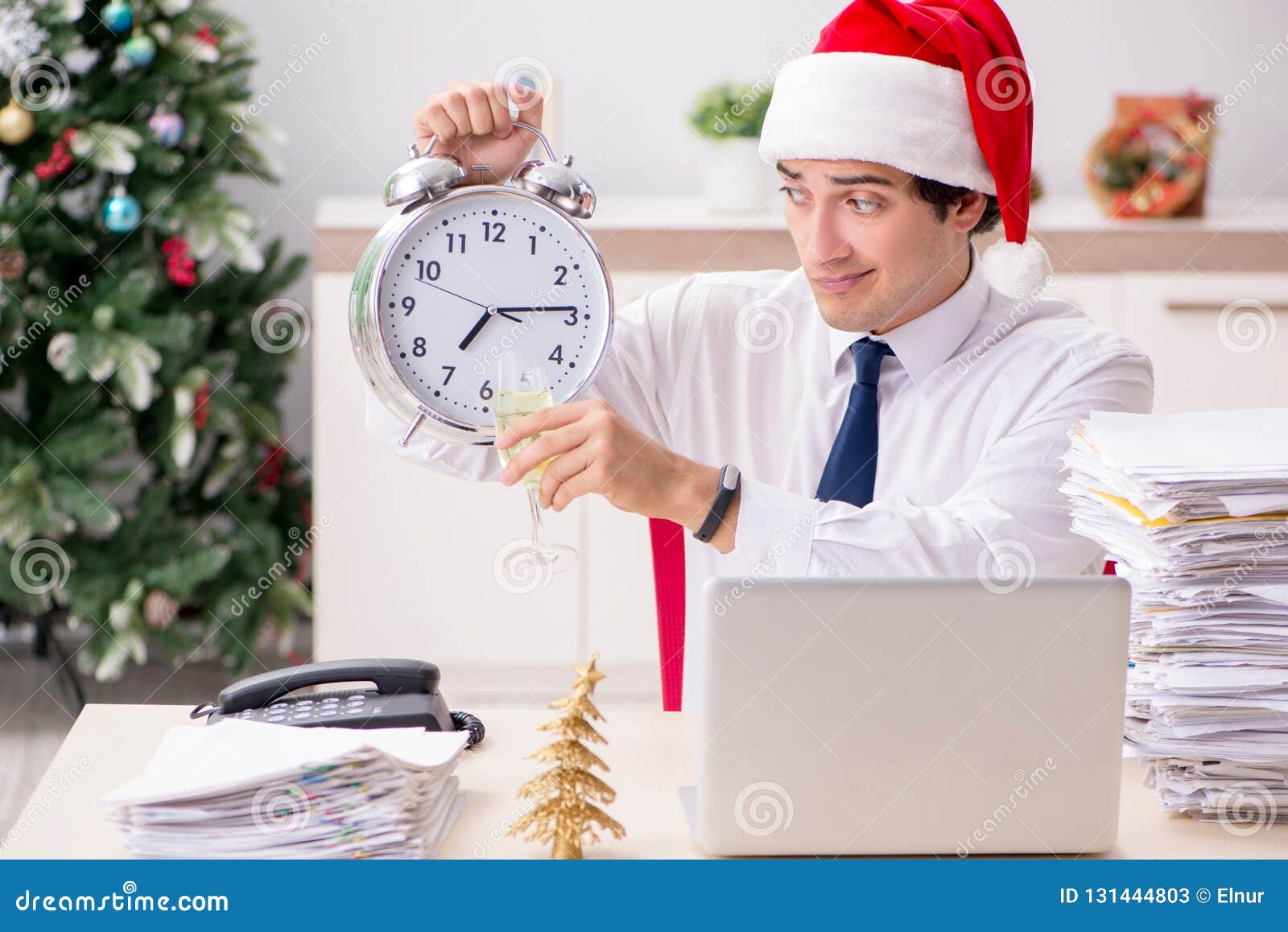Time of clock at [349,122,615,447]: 7:14
